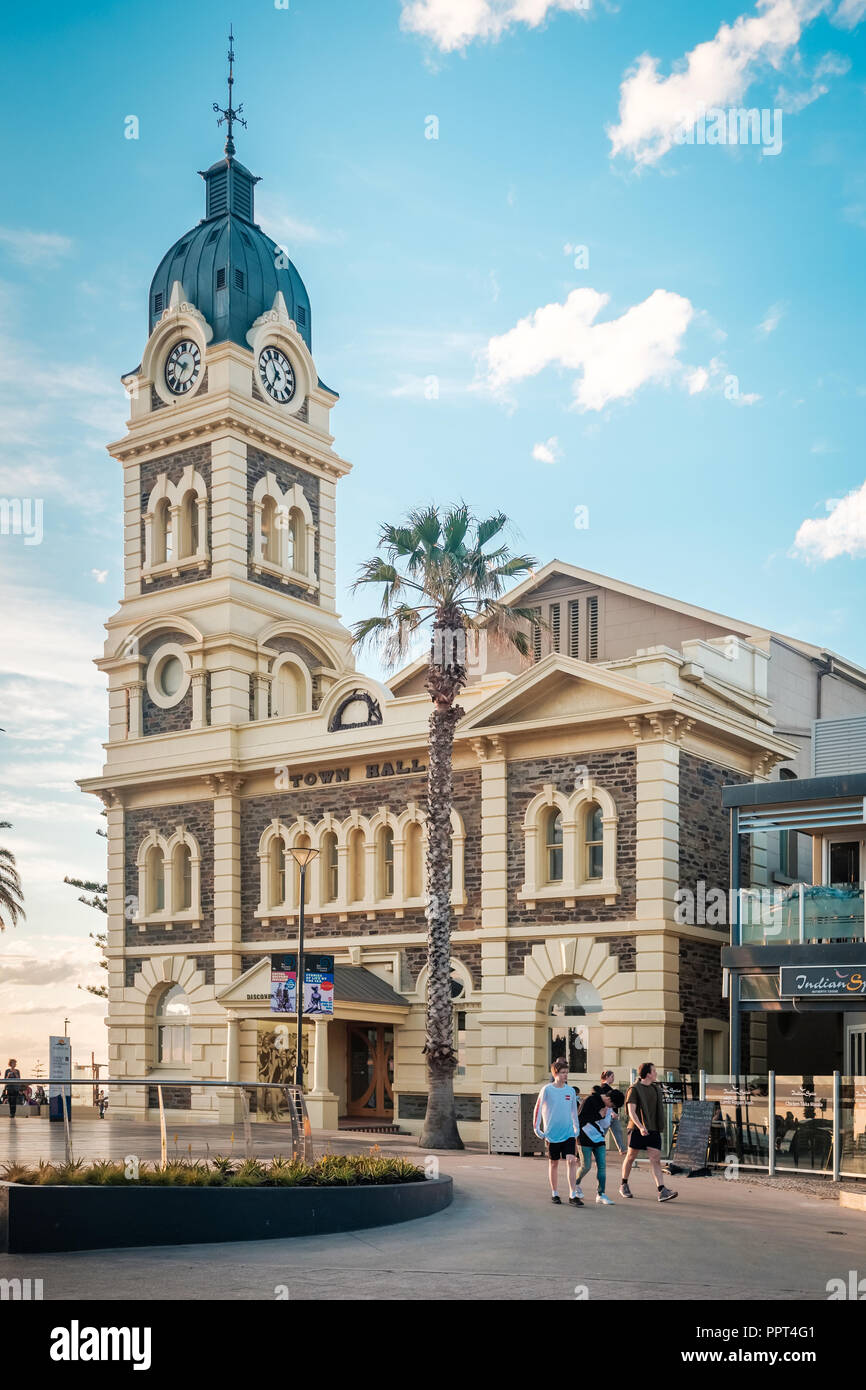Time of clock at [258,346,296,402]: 6:55
